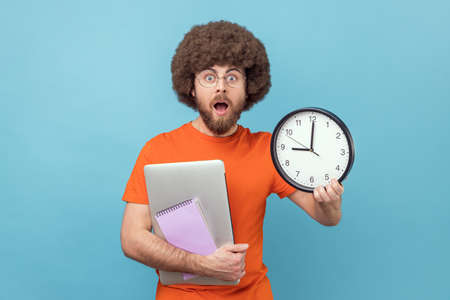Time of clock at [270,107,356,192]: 9:00
